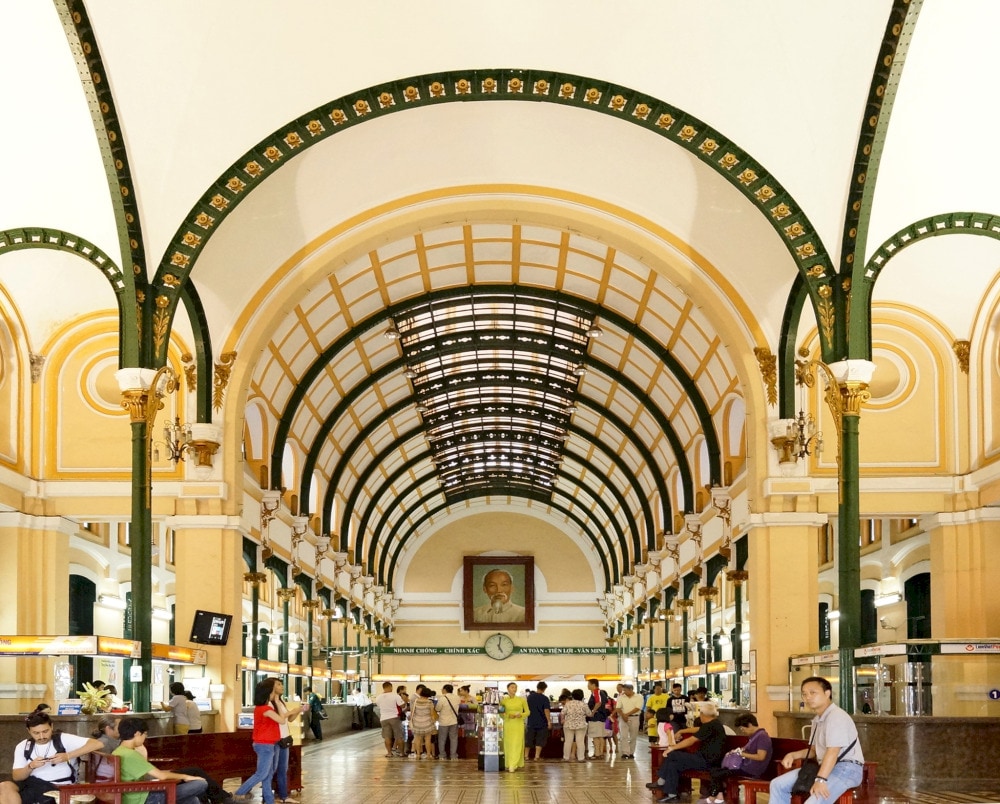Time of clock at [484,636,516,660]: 5:01
